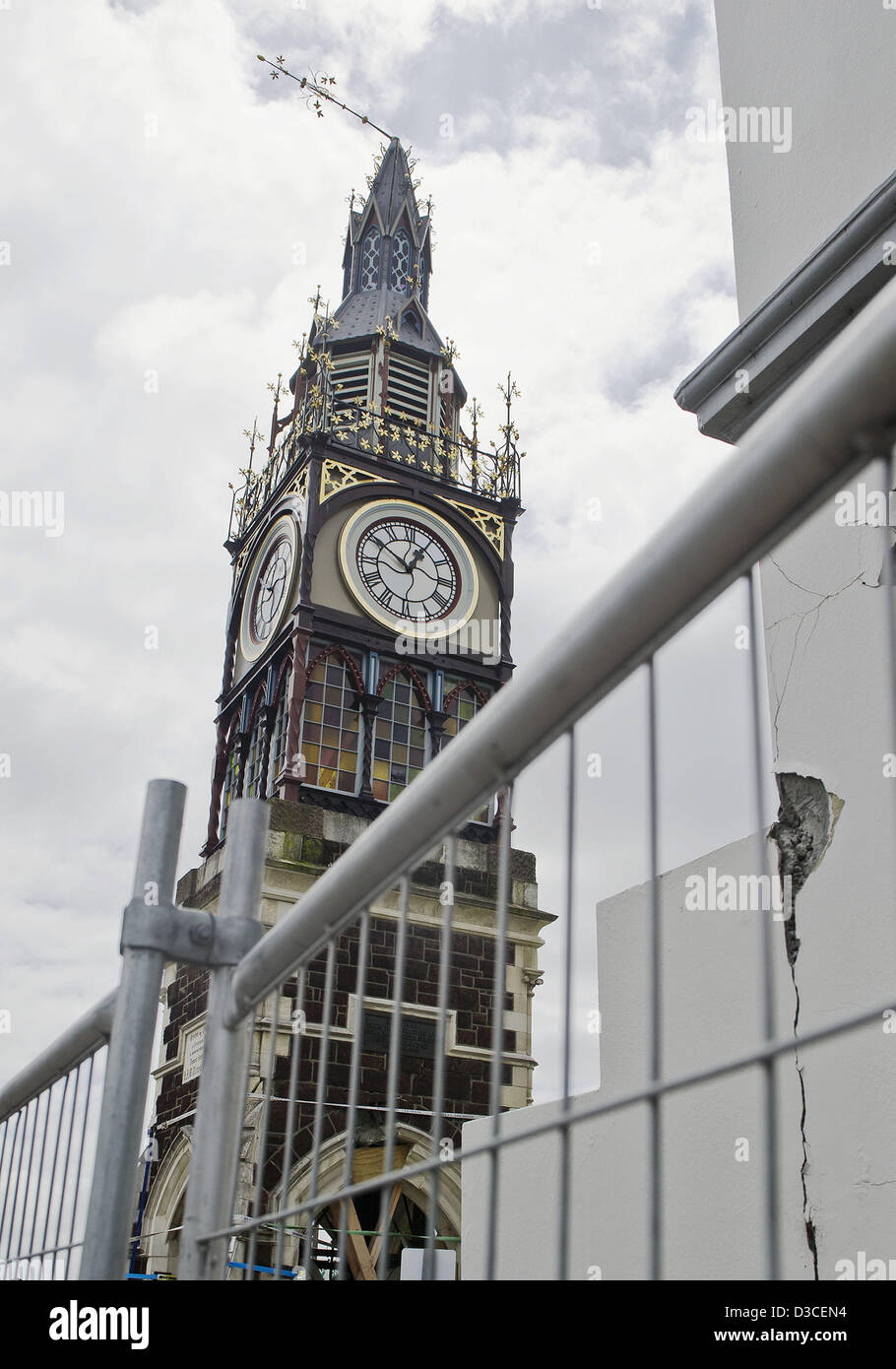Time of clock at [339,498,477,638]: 12:50
